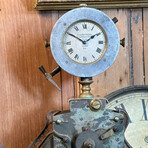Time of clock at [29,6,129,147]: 1:50
